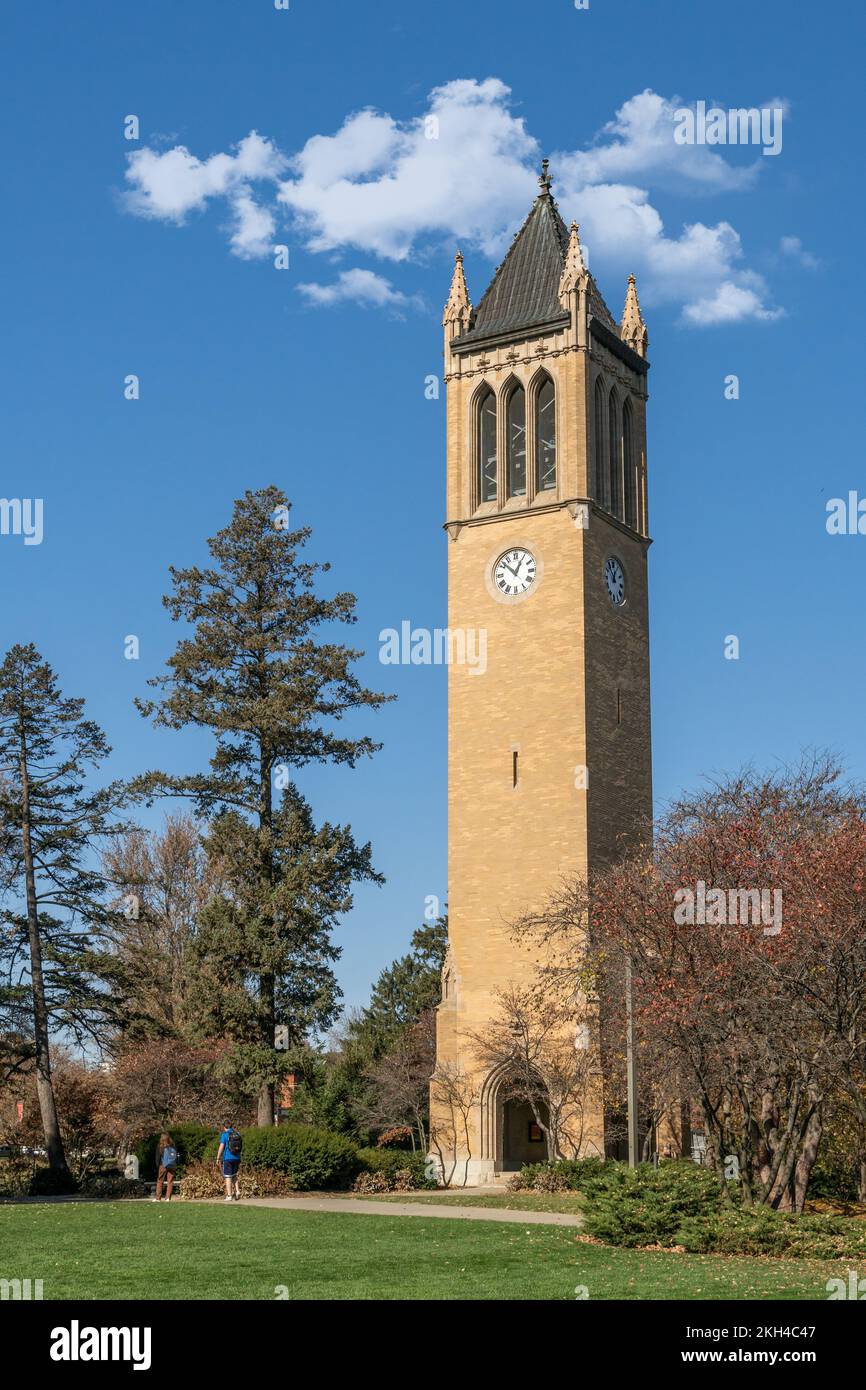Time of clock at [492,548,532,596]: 12:52
